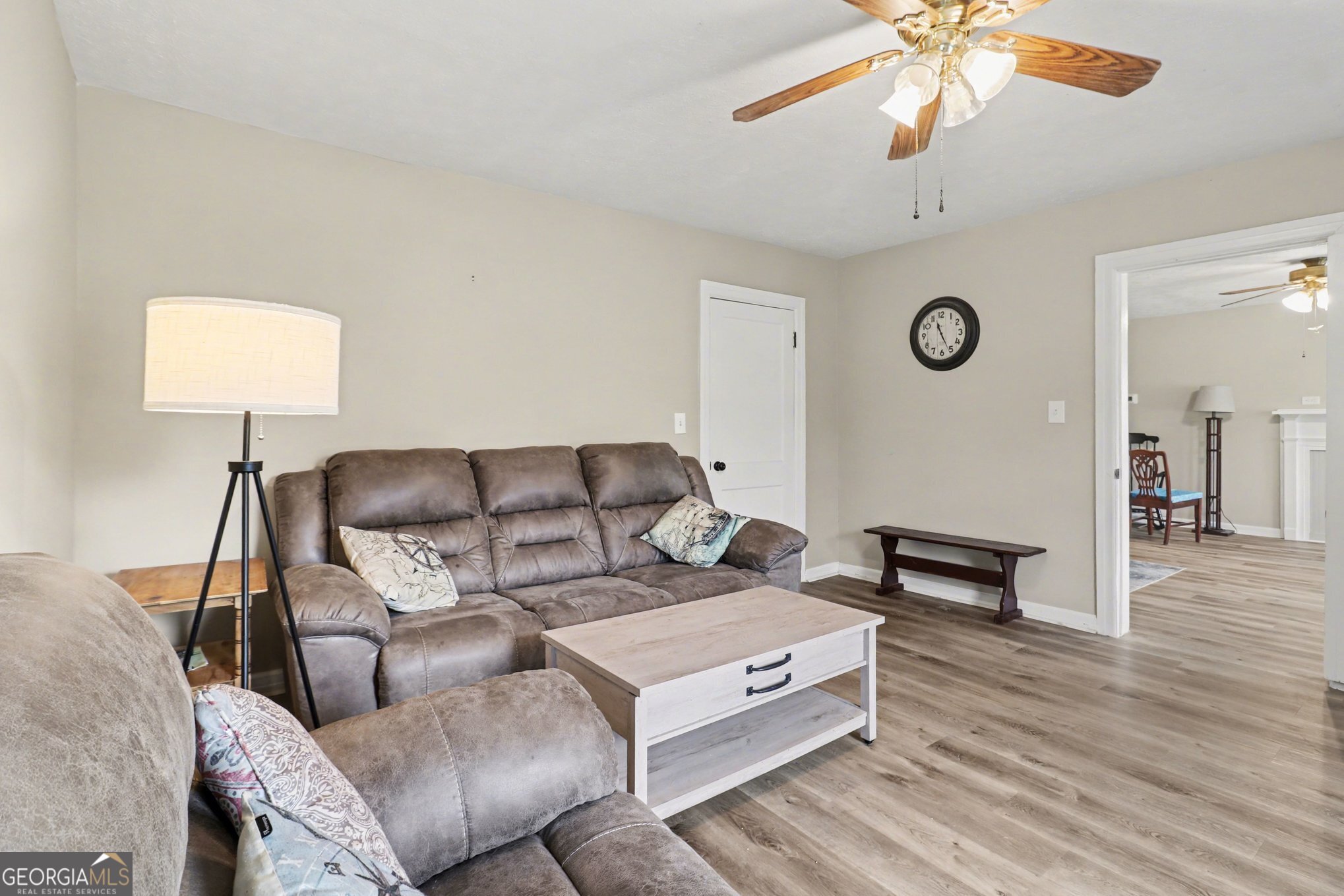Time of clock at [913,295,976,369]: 11:25
